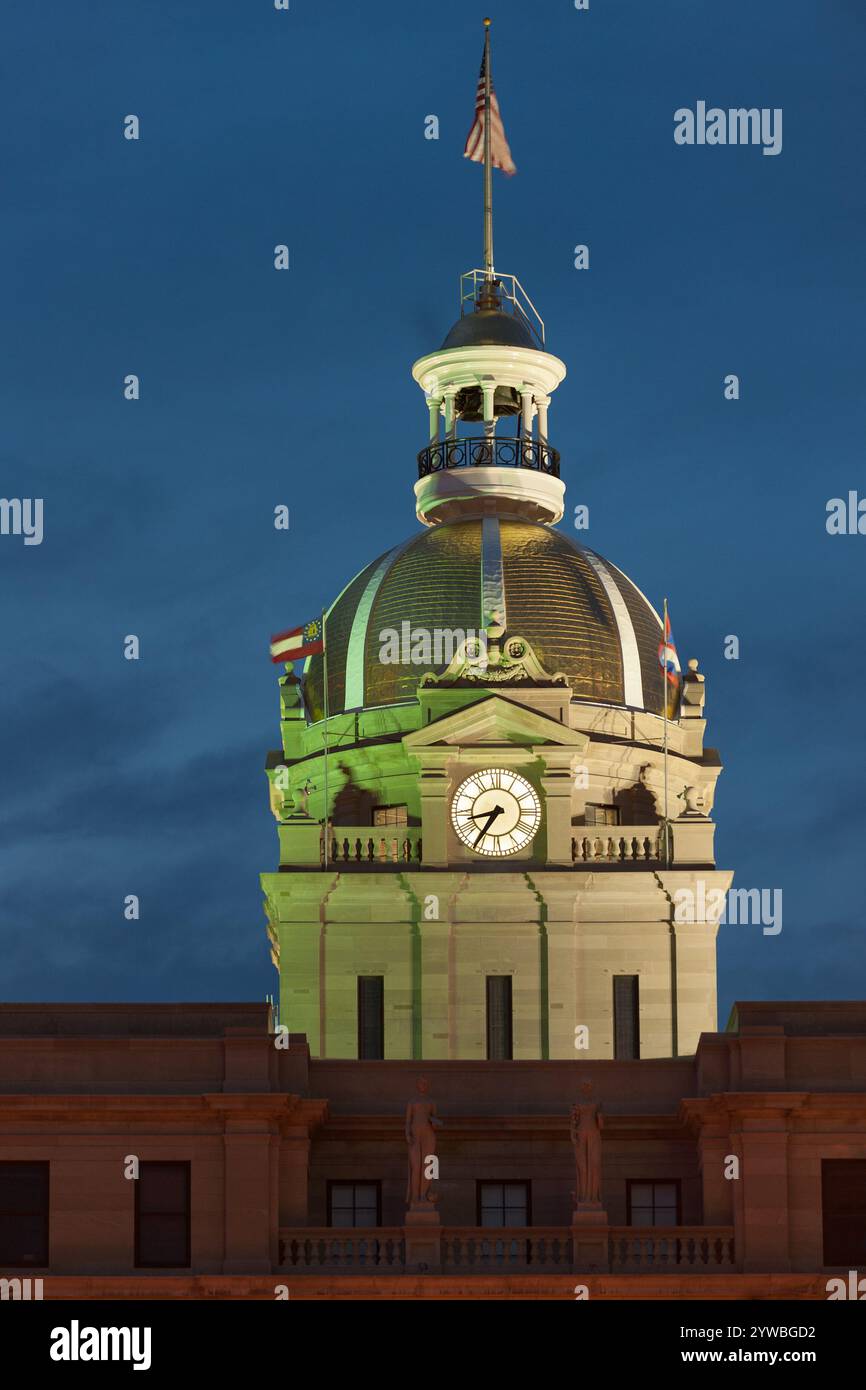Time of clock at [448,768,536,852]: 8:35
